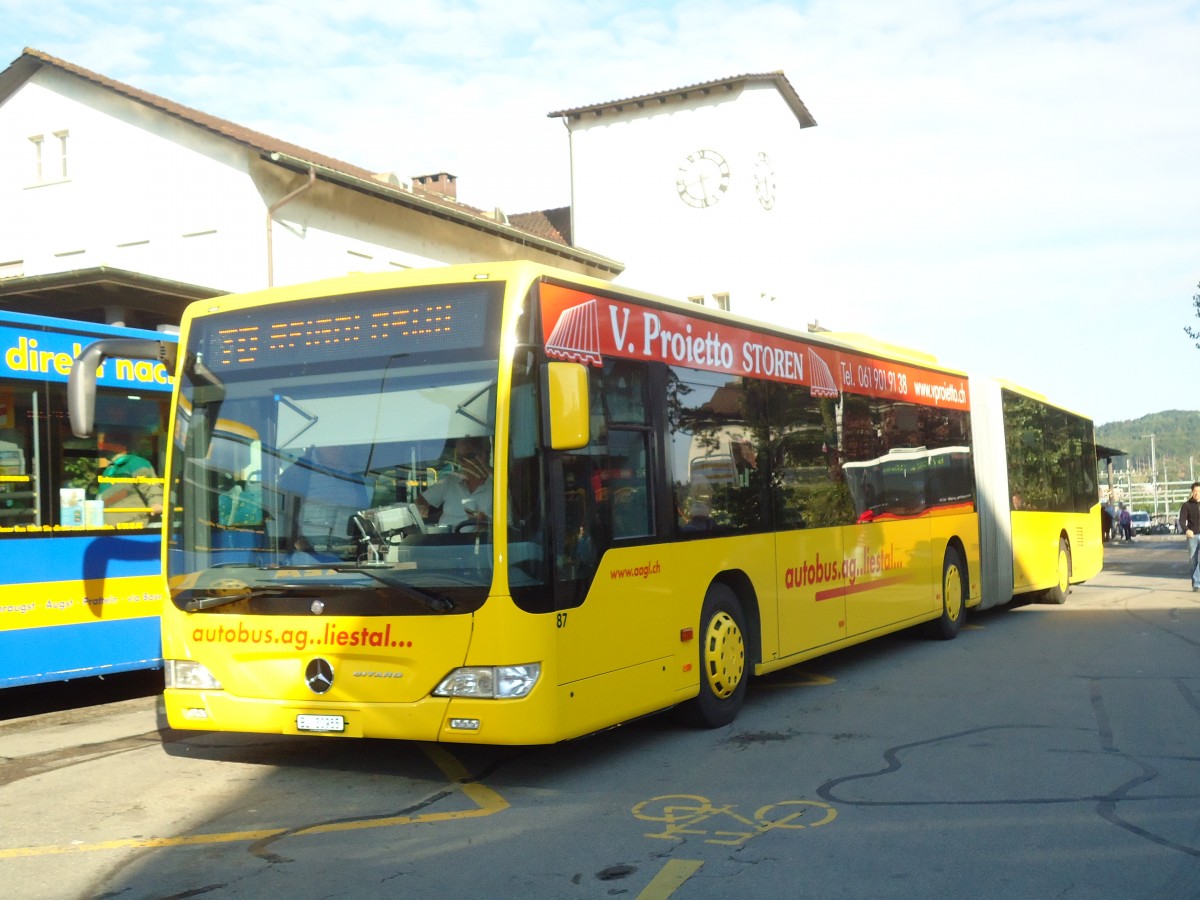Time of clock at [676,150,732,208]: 5:41
